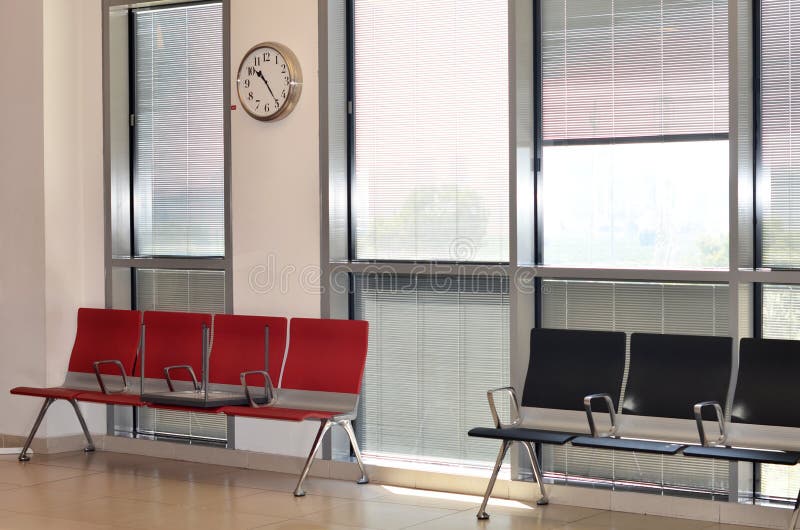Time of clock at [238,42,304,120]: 10:24
